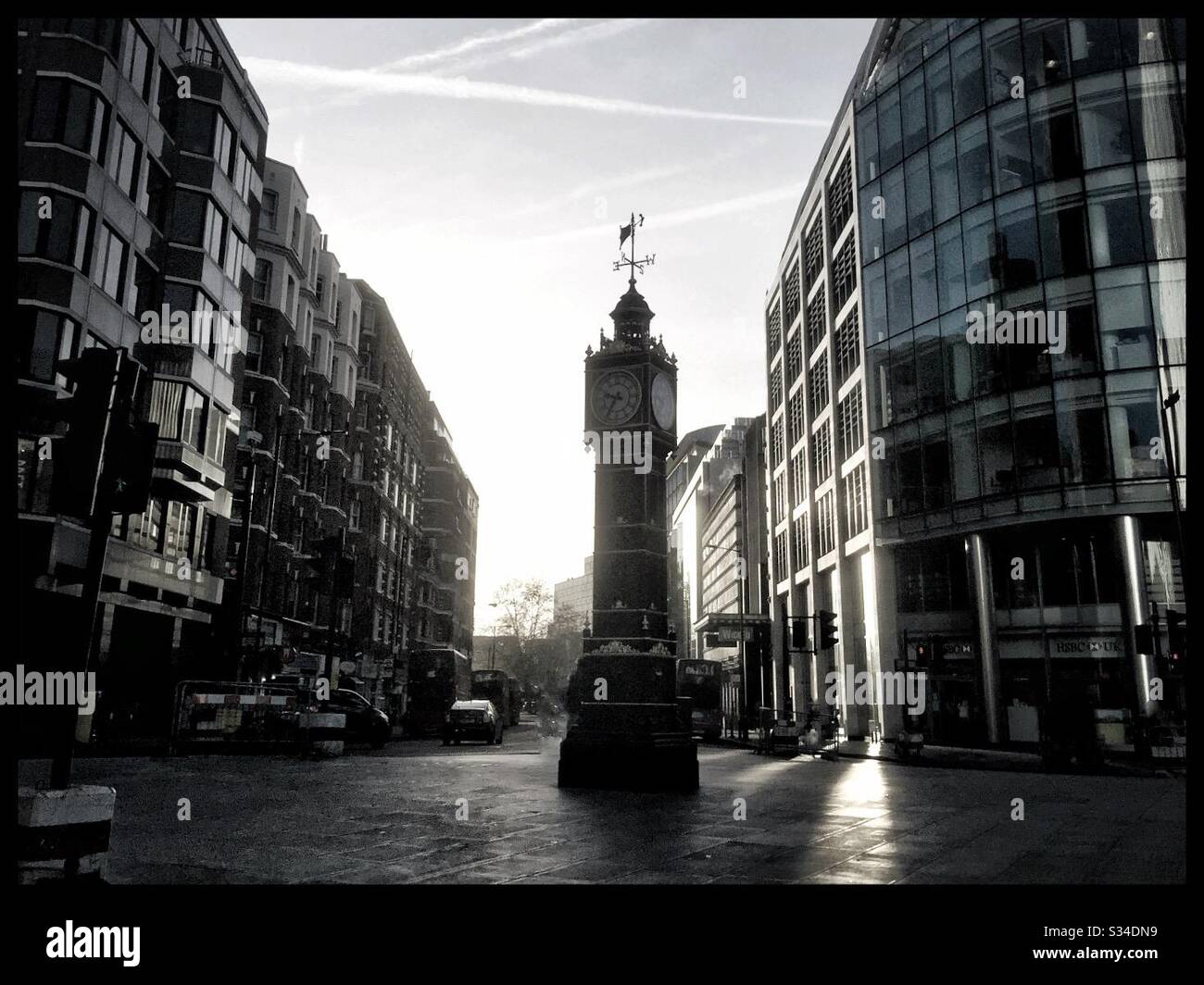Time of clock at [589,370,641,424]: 9:35
